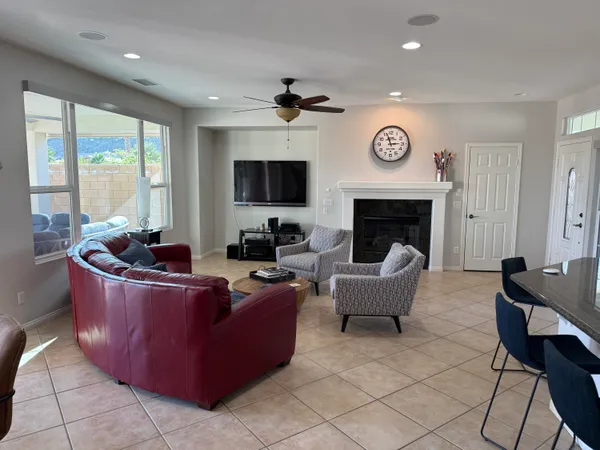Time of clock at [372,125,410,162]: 2:56
